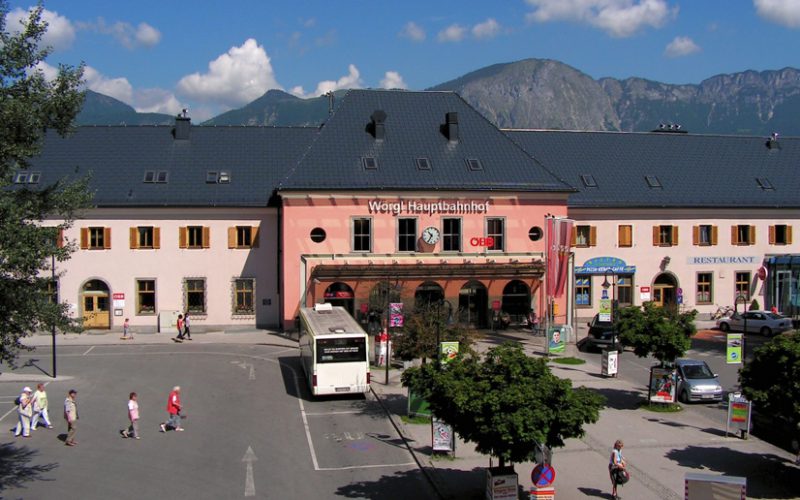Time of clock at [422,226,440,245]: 10:34
